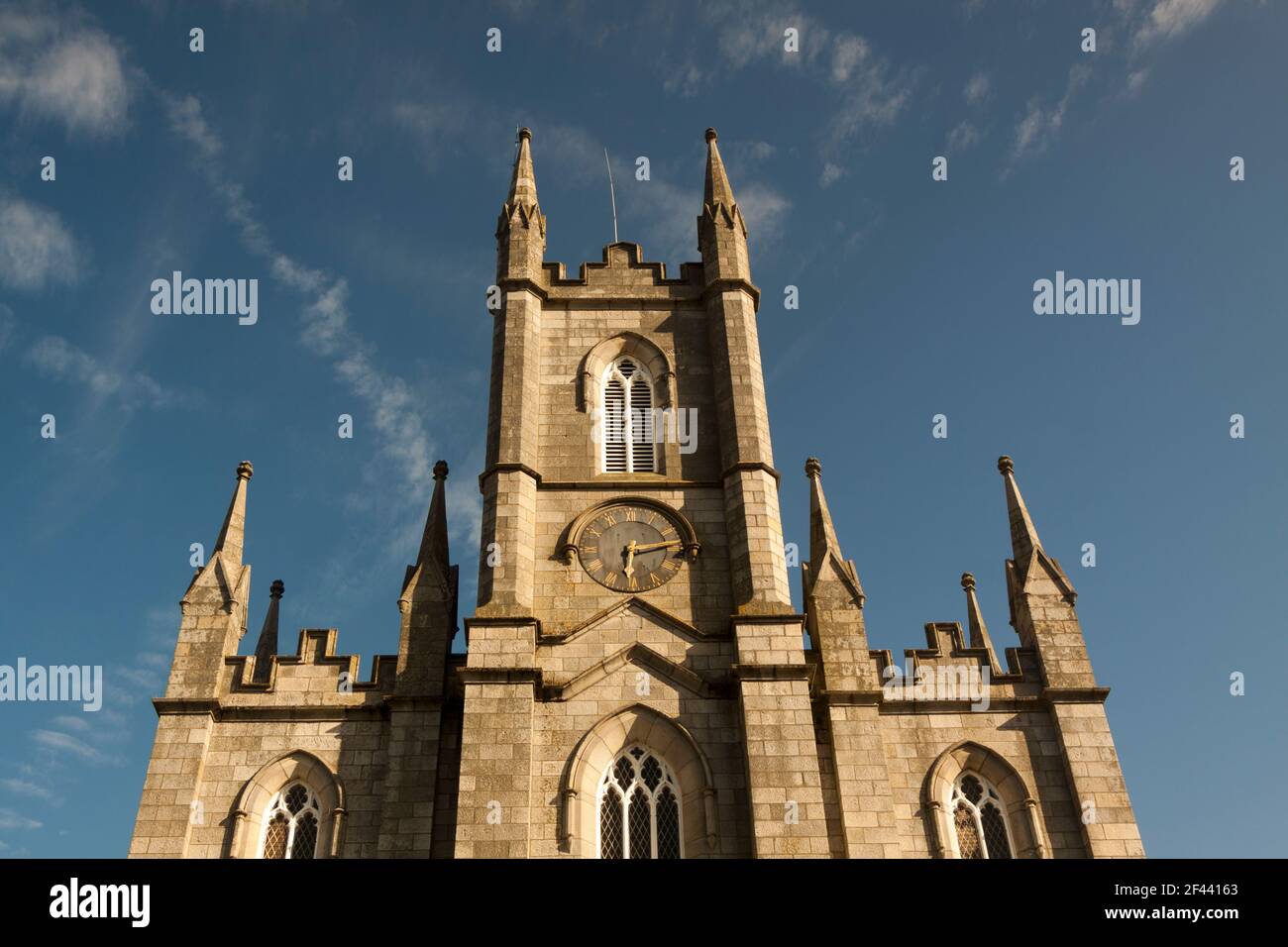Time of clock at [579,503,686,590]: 6:13
